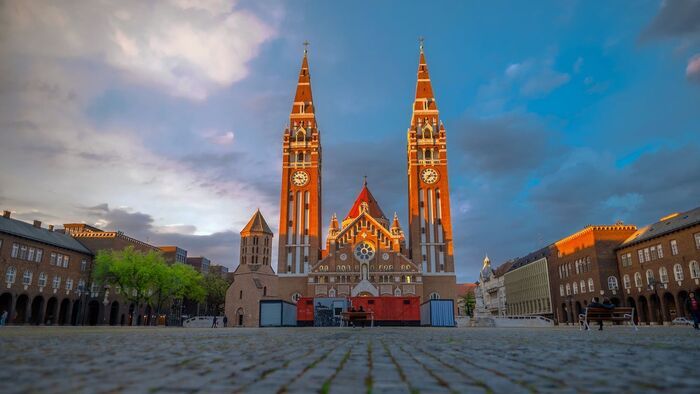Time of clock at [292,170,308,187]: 9:26
